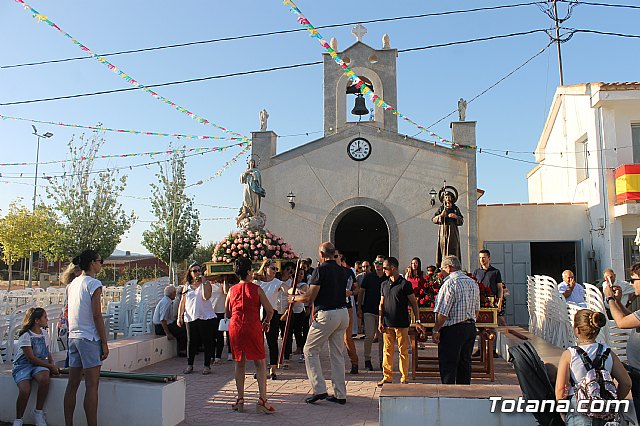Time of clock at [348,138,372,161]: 7:58
